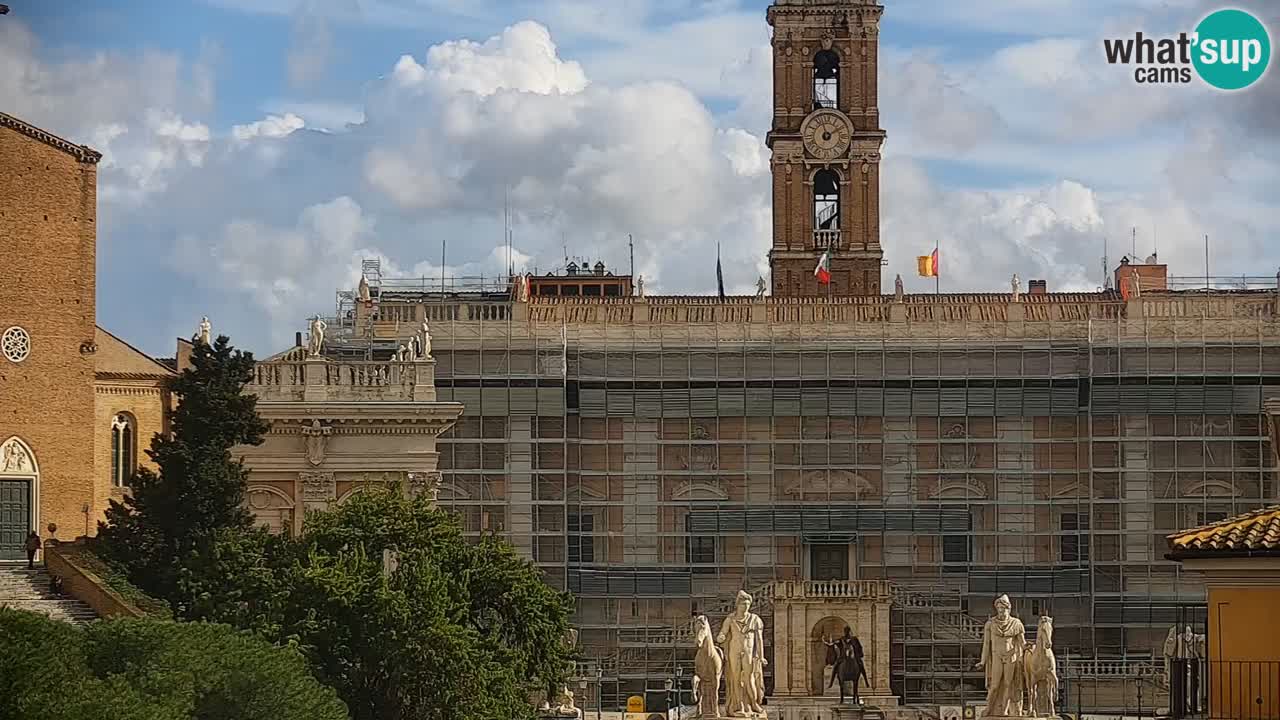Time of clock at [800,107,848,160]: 1:57
